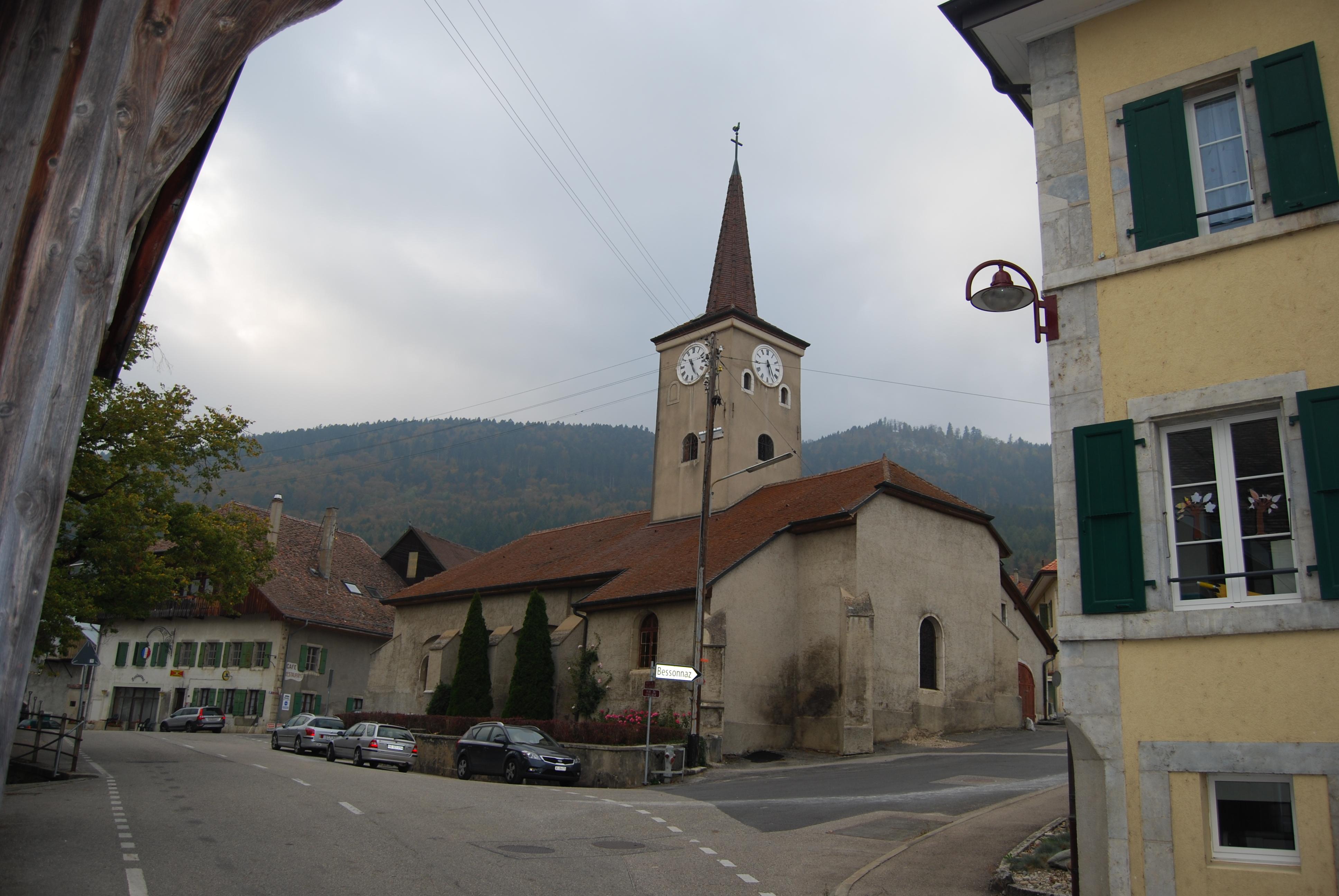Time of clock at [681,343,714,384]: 11:26
